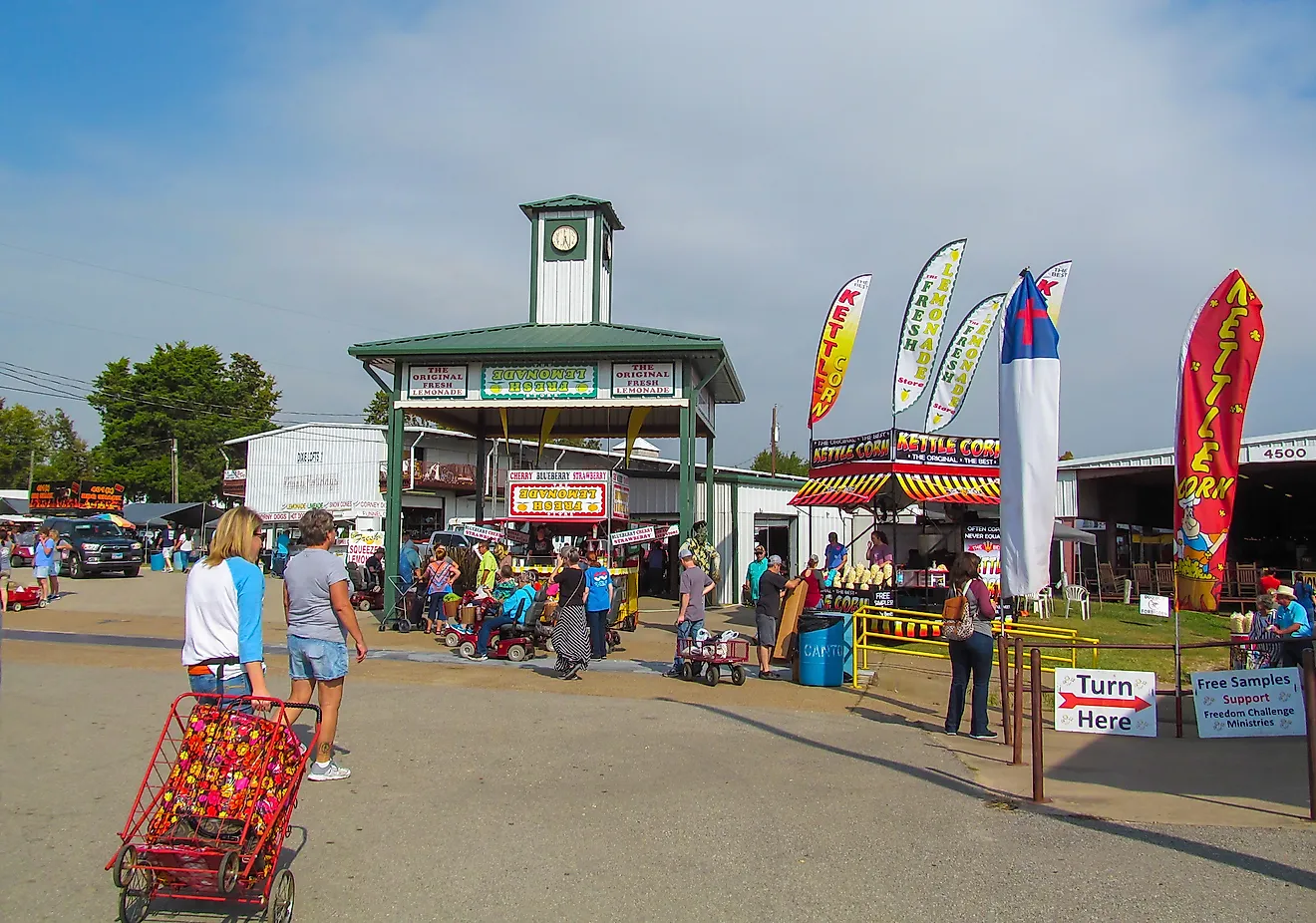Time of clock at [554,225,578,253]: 6:25
